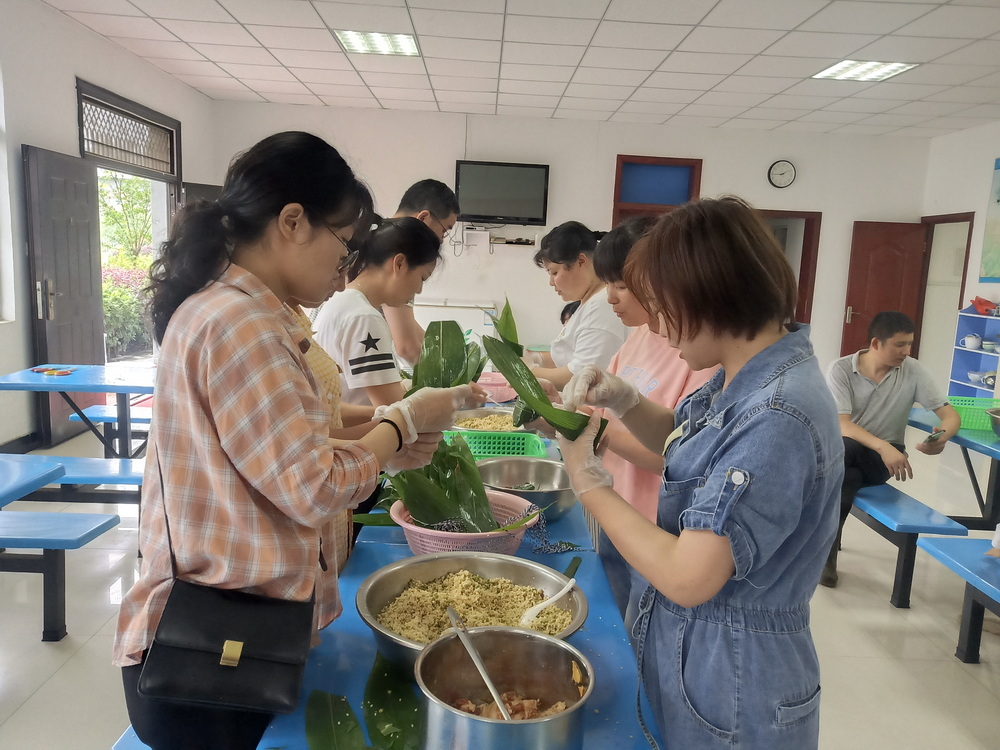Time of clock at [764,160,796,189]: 1:43
